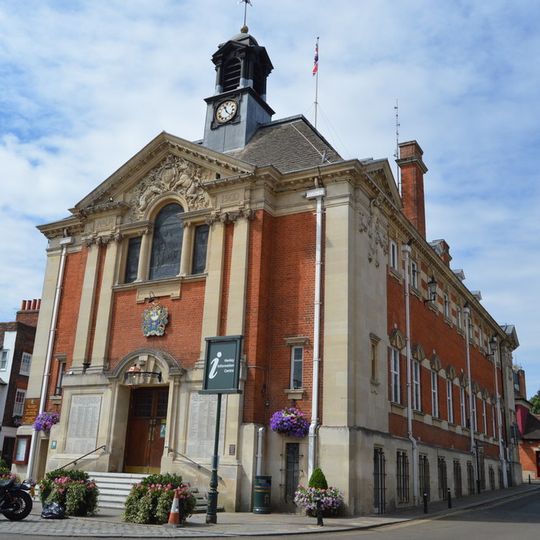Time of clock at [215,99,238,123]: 11:22
